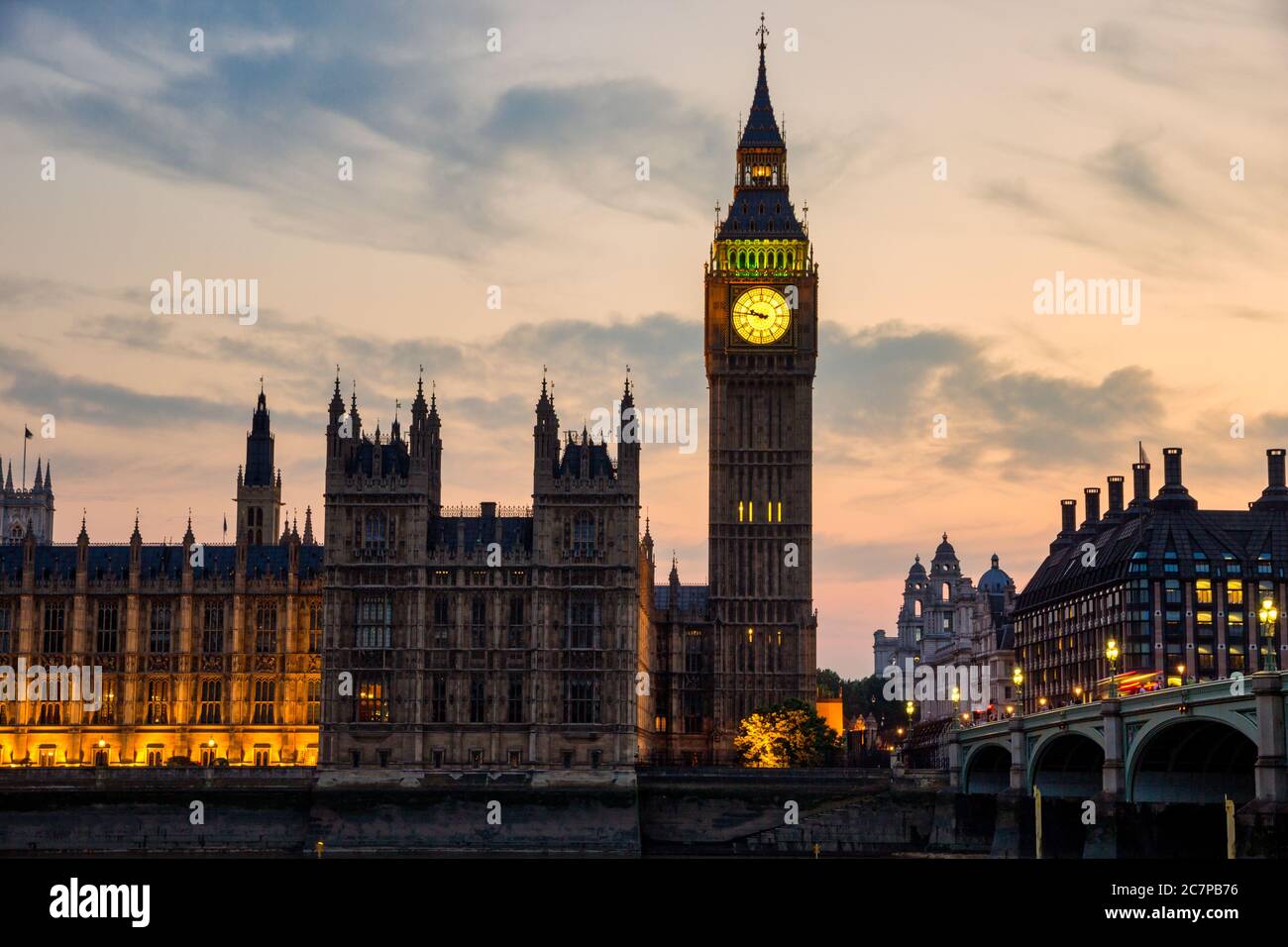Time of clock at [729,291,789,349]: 9:45
